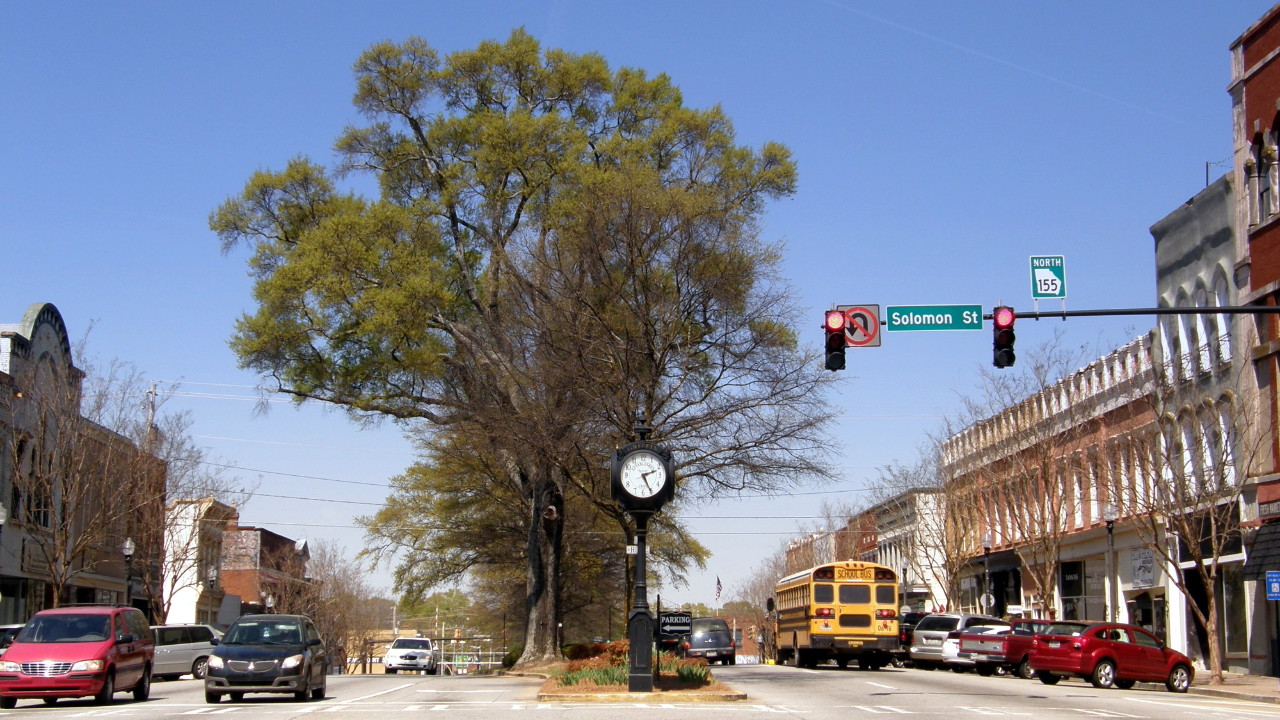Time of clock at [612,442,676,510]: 2:25
